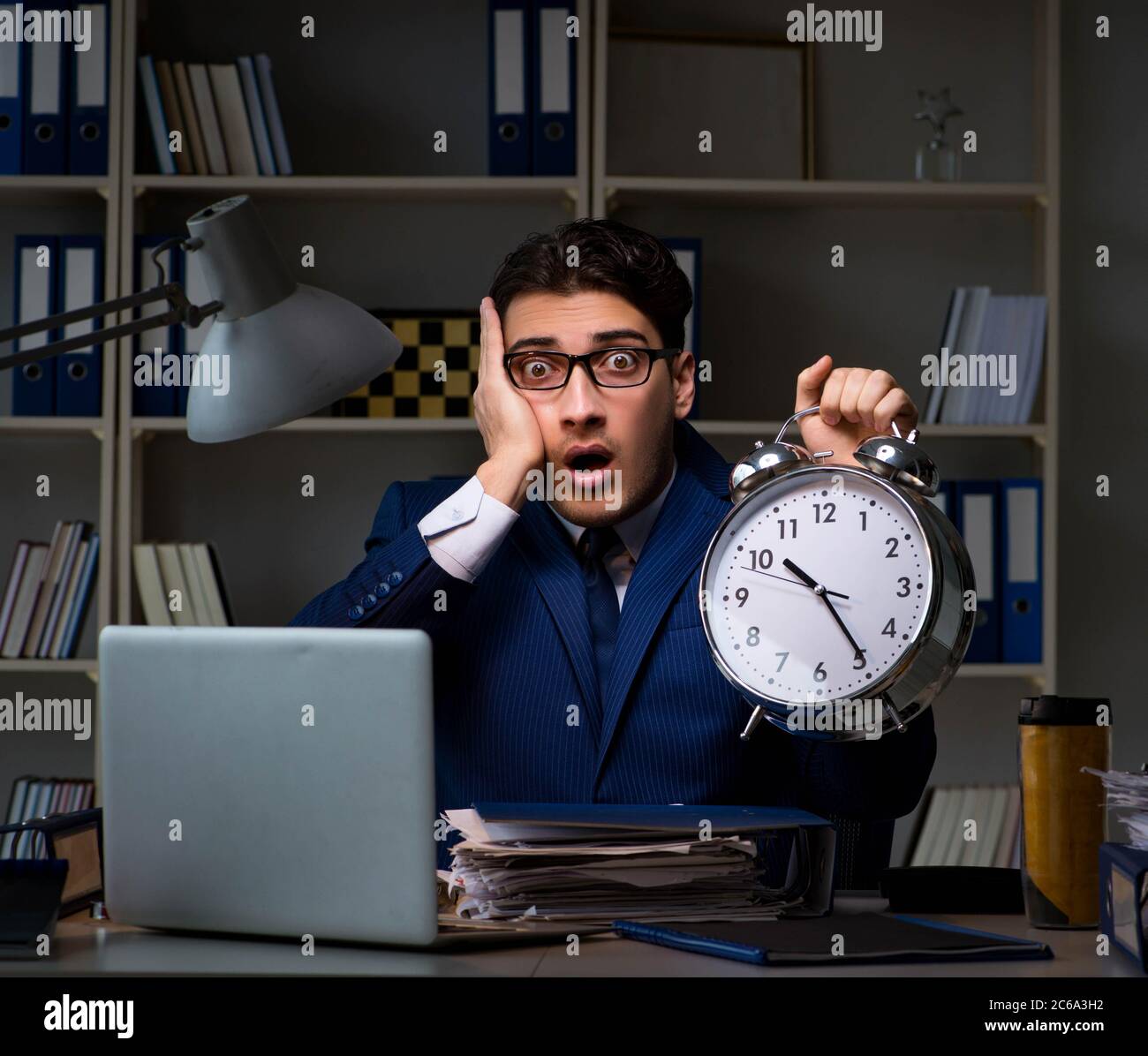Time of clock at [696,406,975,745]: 10:24
